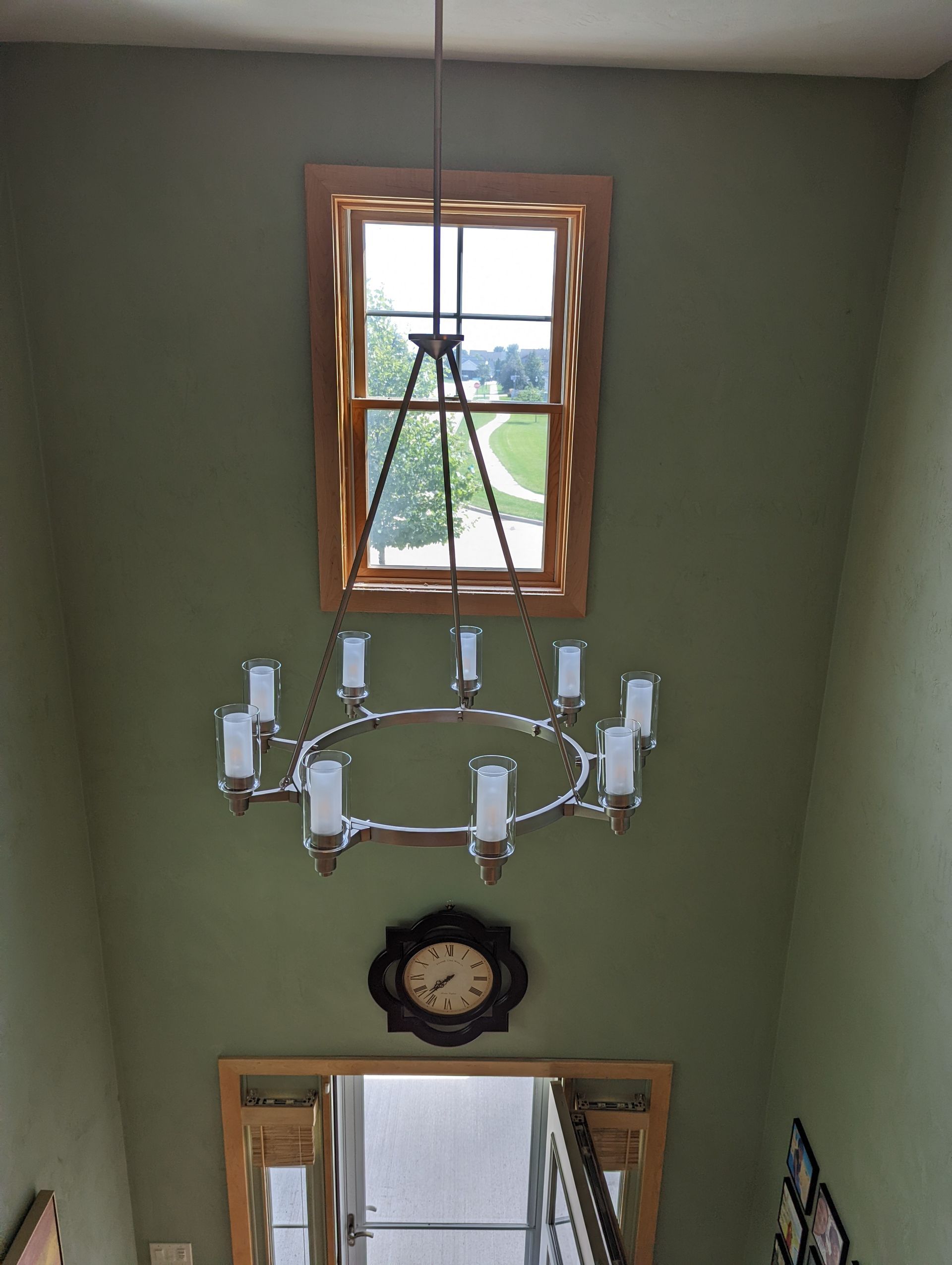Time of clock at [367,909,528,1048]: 7:36
